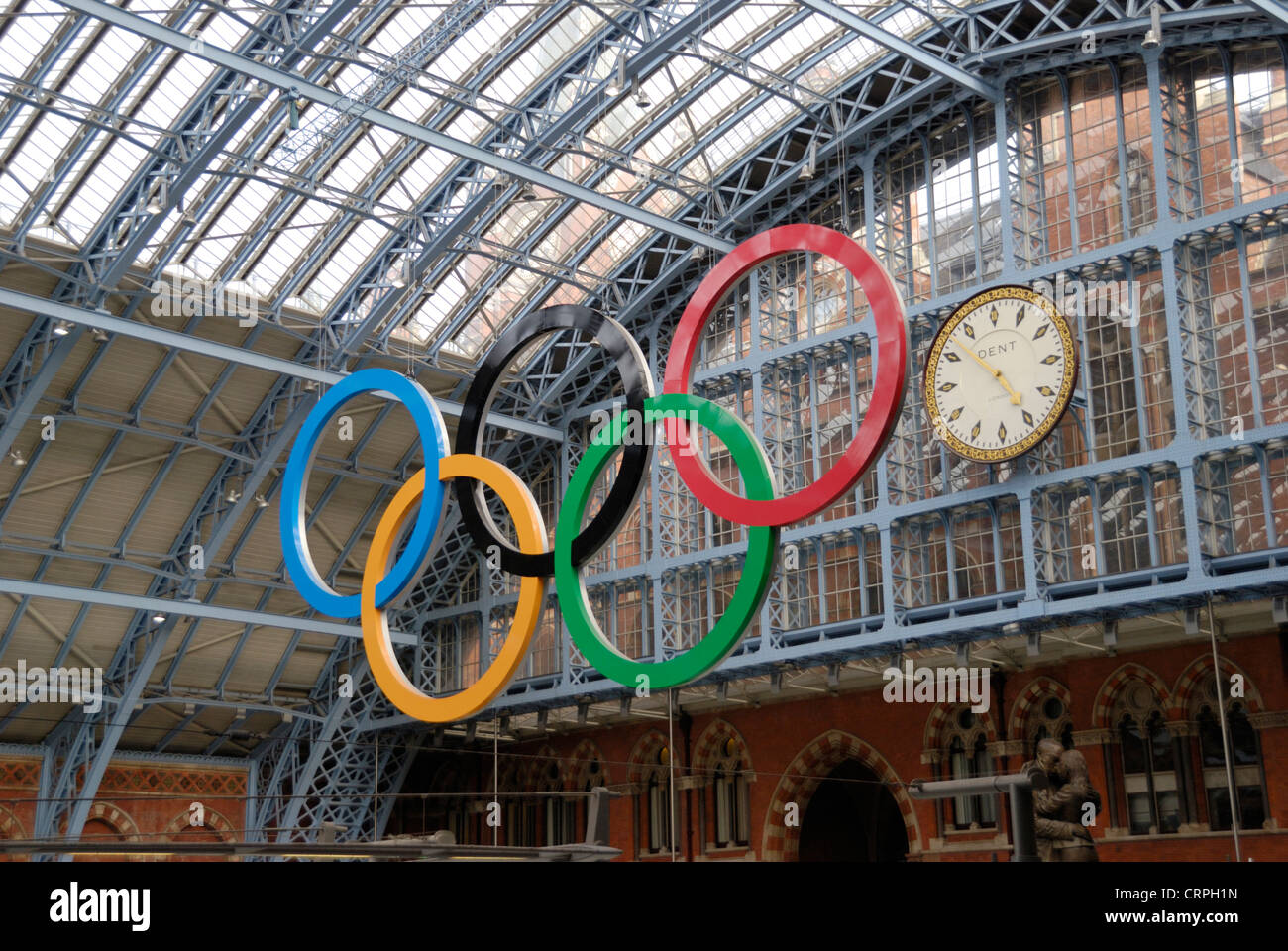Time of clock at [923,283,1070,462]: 4:52
